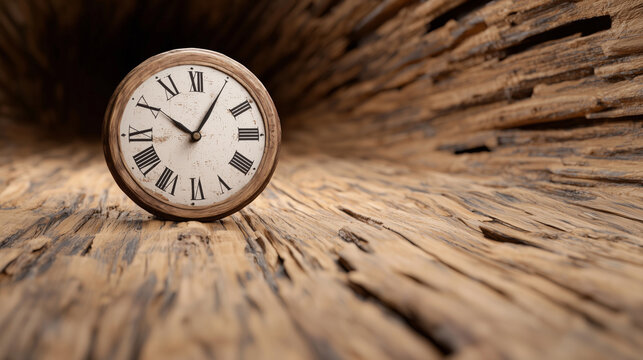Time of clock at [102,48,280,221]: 10:05
